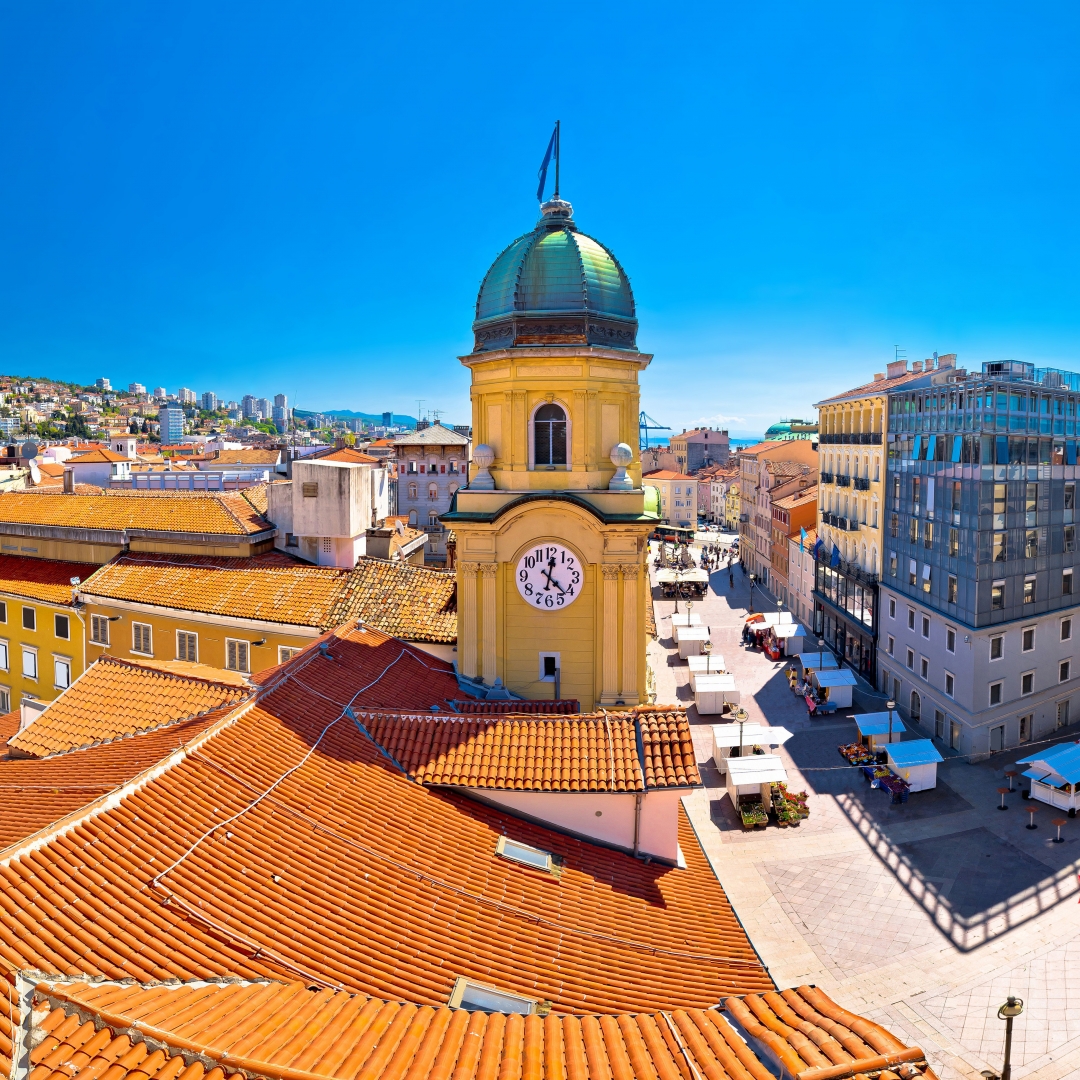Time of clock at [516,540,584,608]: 12:22
